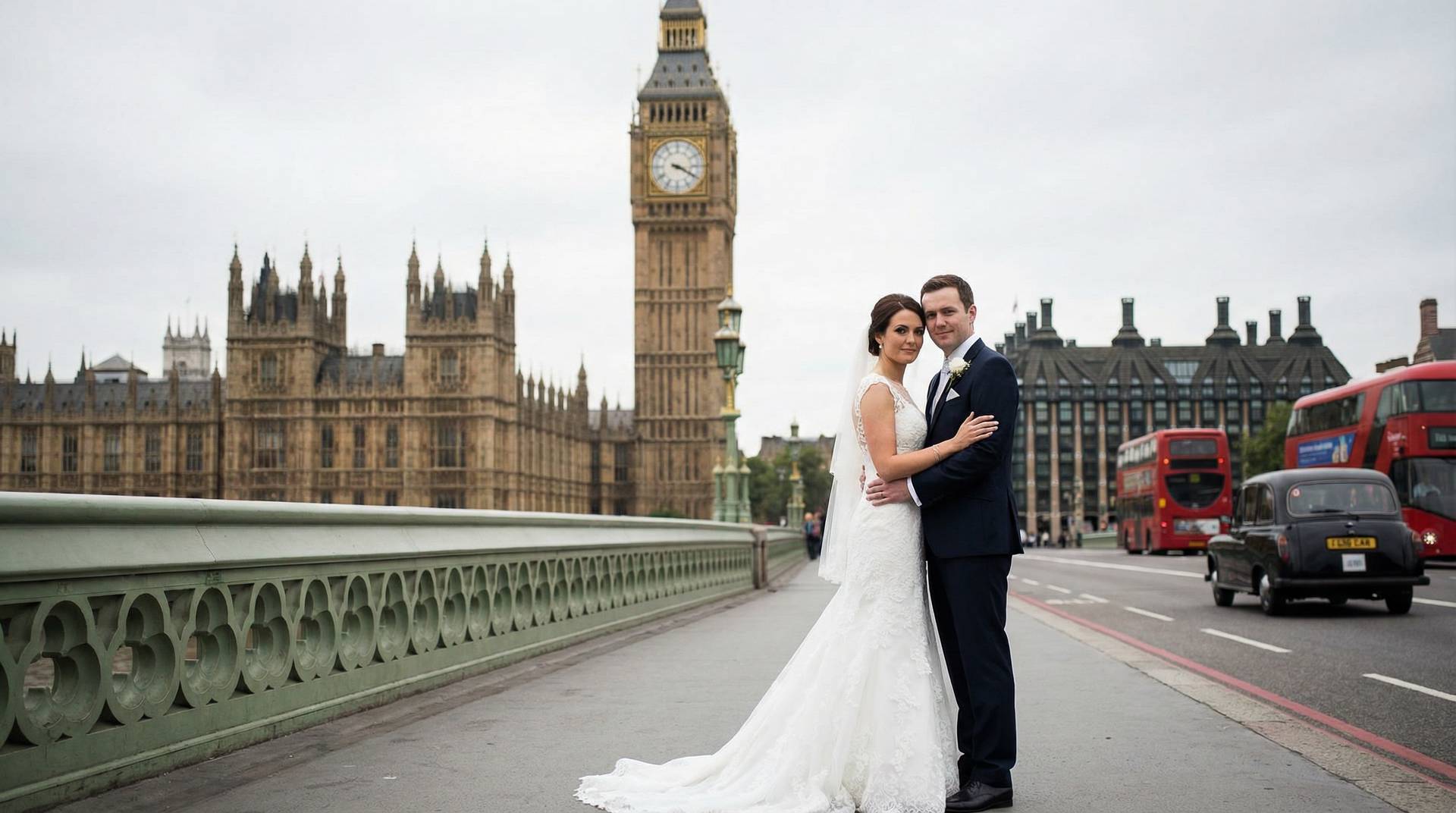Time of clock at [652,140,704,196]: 3:19
